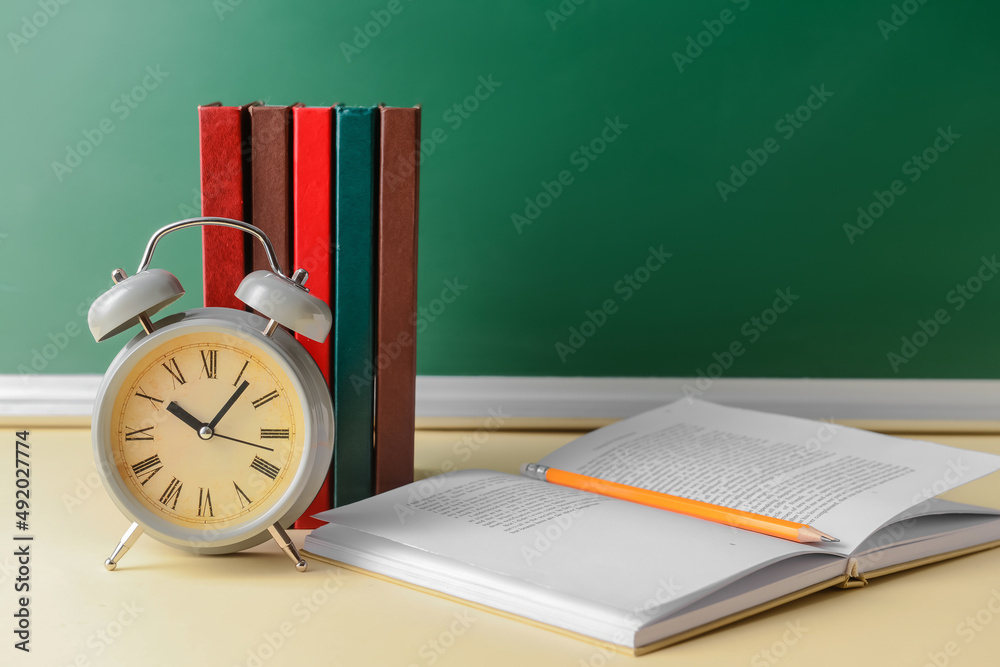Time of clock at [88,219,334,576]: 10:07
